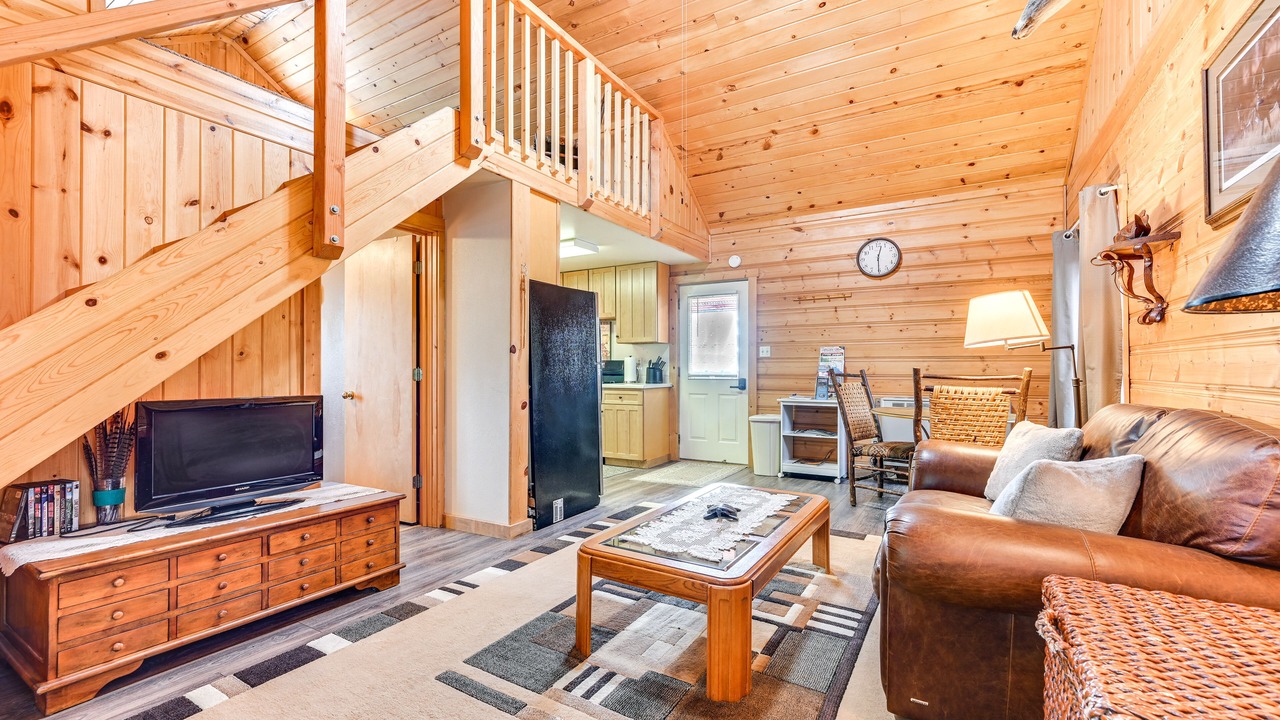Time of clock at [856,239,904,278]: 12:30
